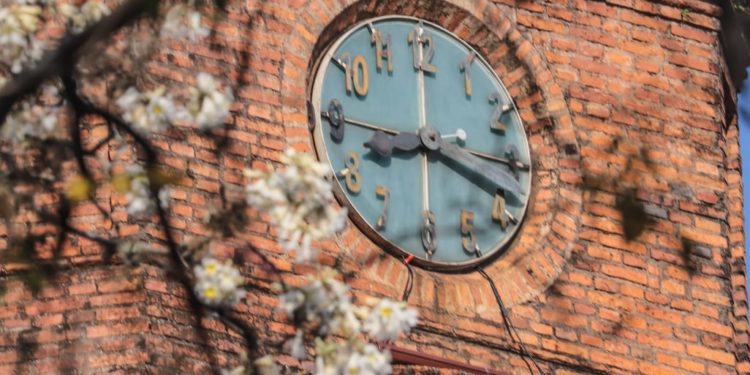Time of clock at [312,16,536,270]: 8:18
